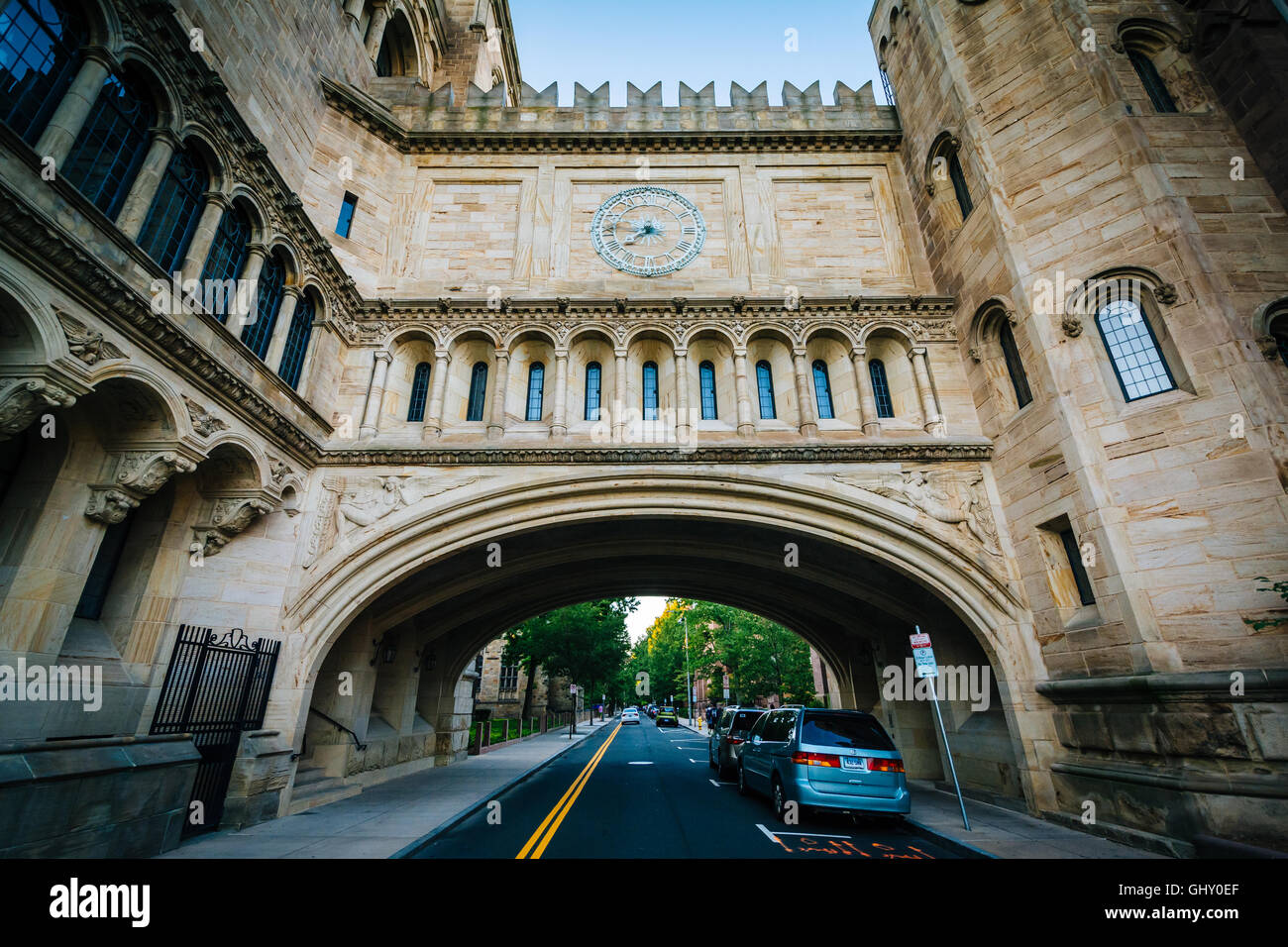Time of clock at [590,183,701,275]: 7:46
